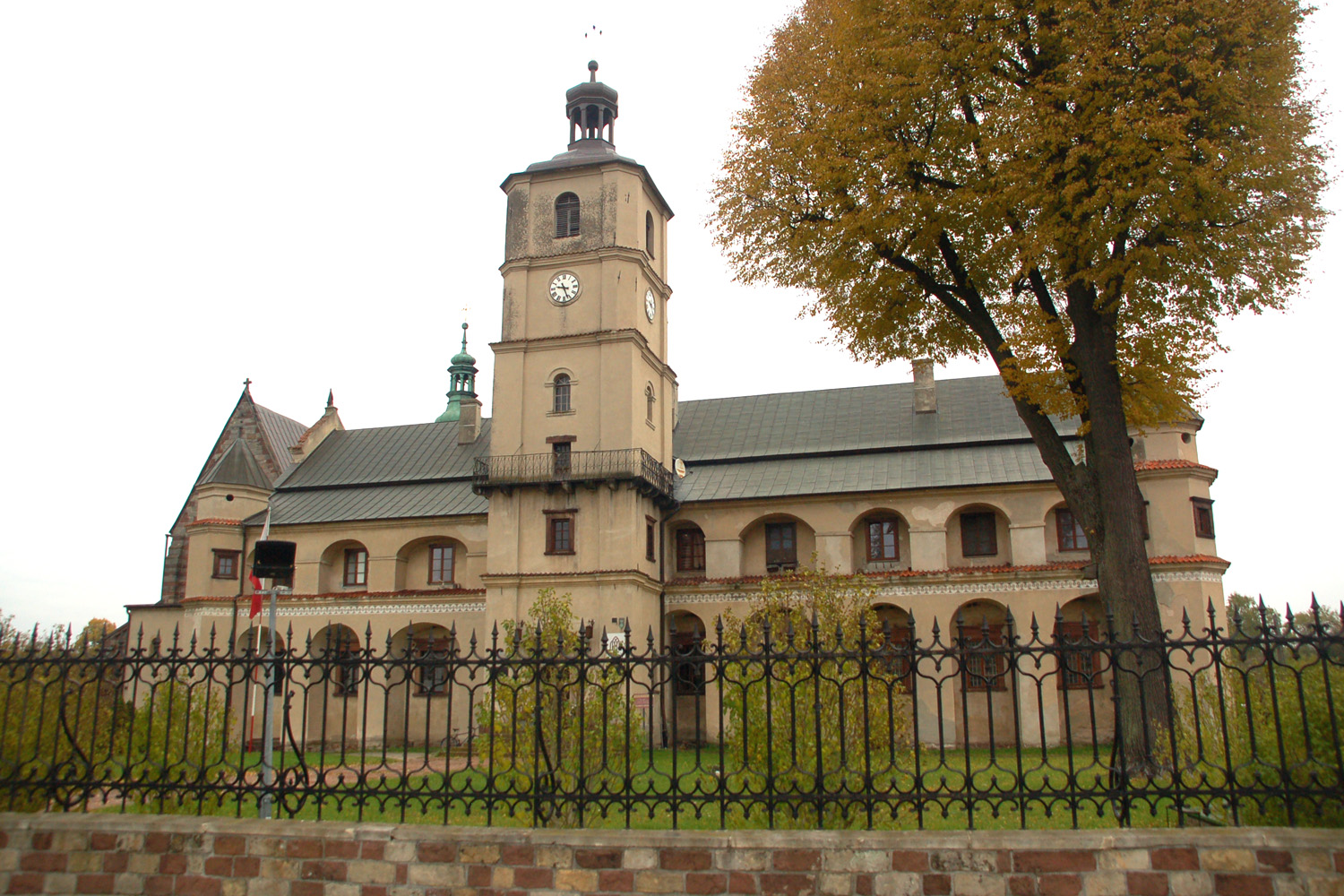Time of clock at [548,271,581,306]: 9:26
